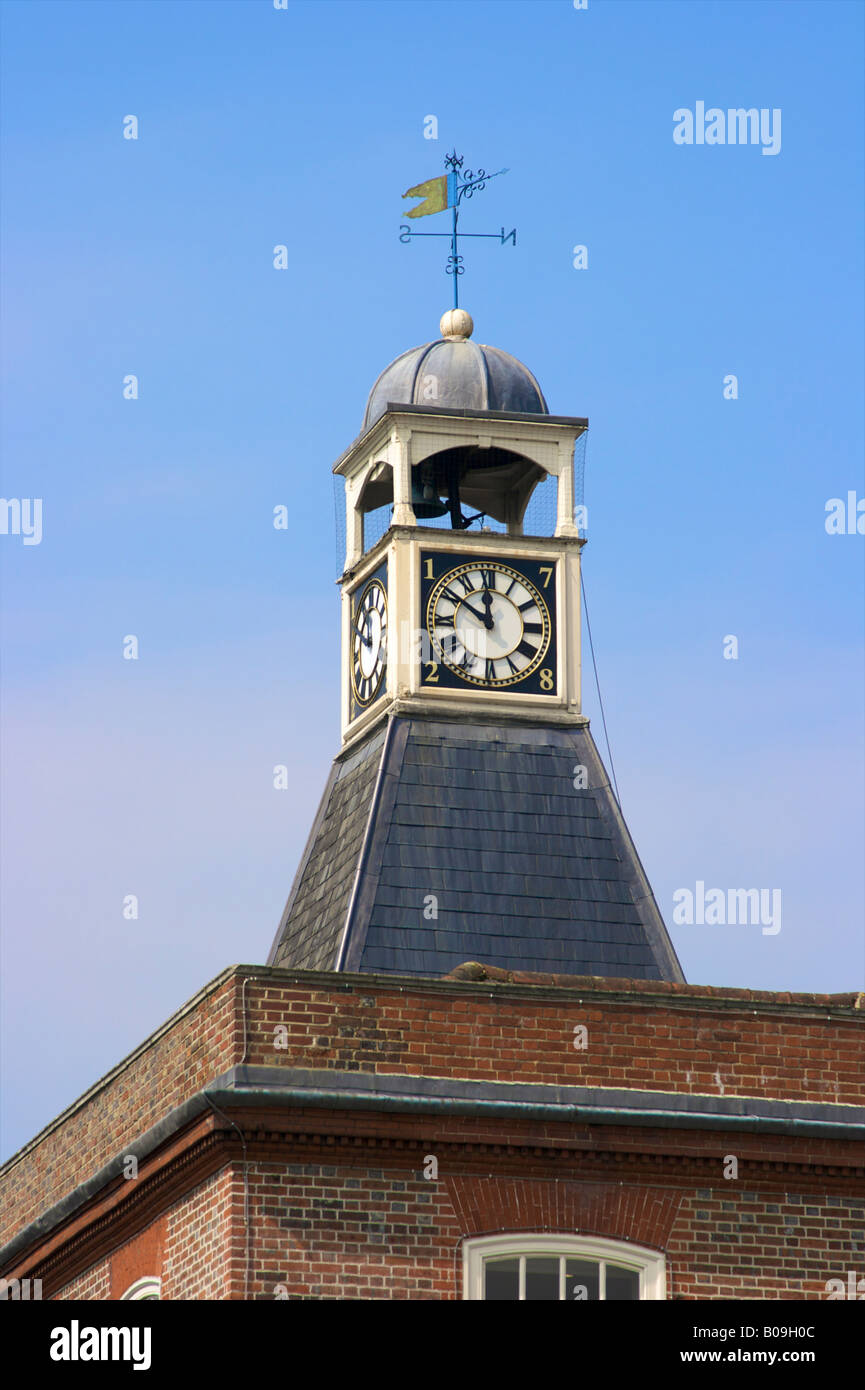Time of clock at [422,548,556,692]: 11:50
